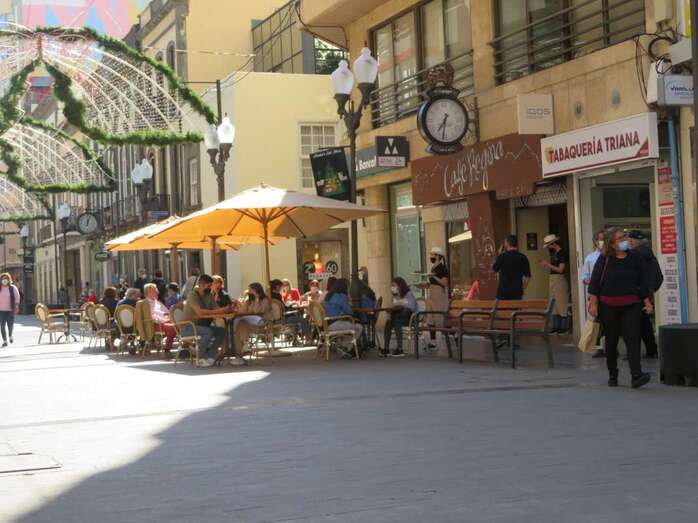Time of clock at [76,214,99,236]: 12:03
